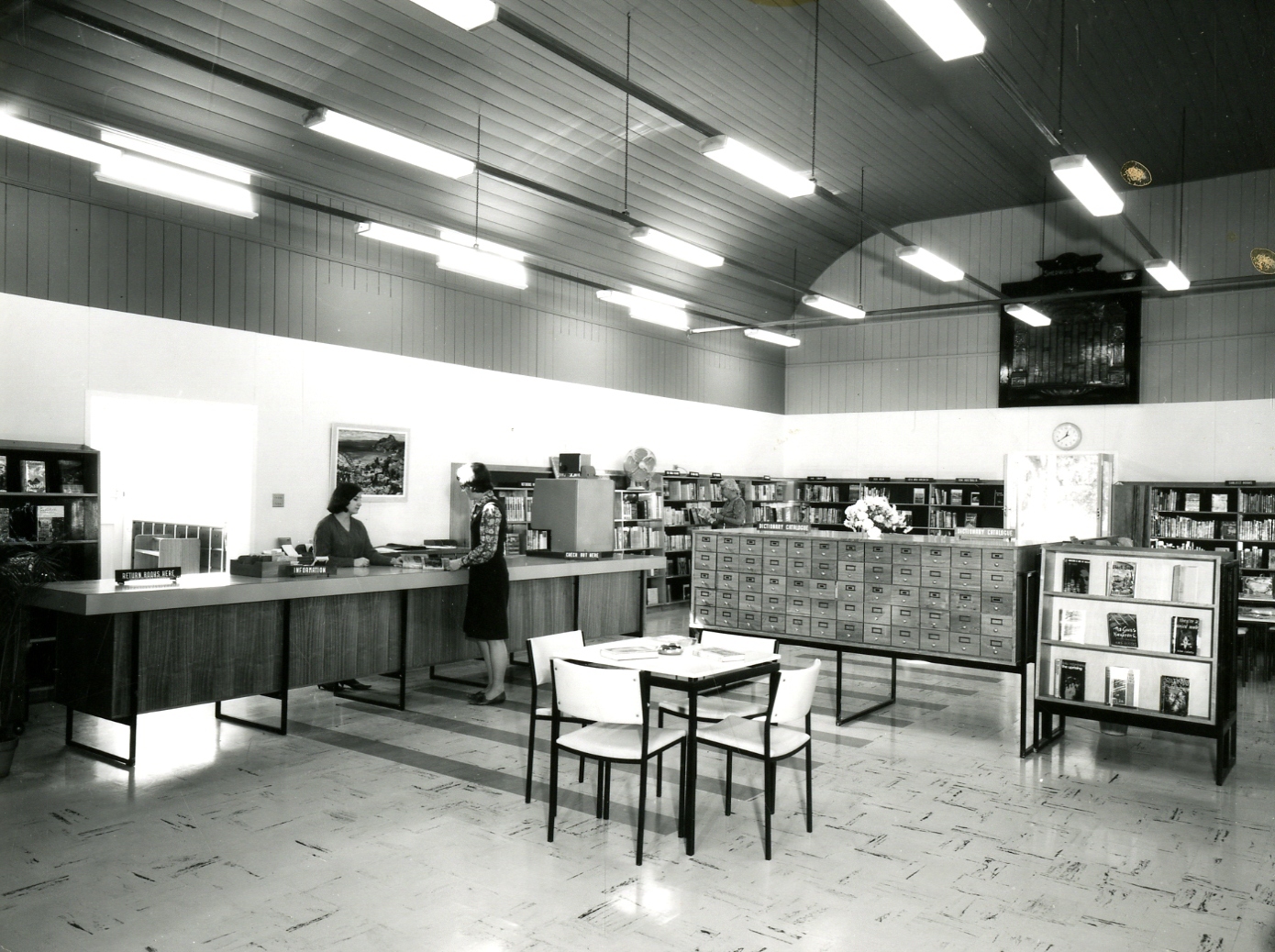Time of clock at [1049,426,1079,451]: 12:39
